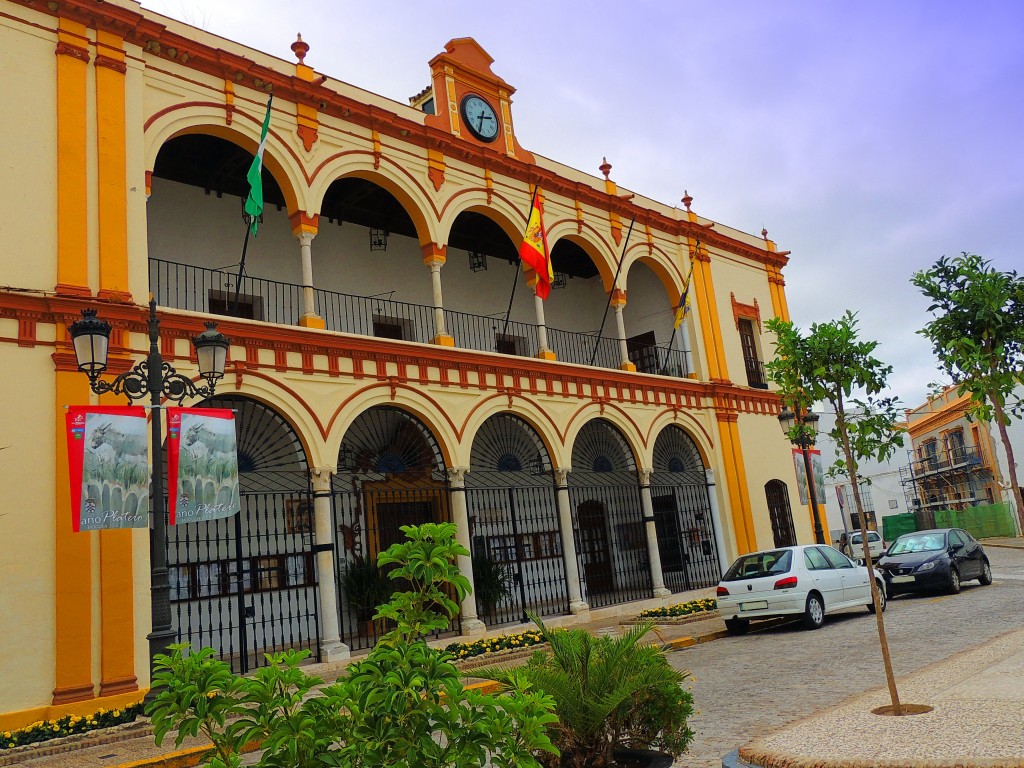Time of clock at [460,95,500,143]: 2:33
